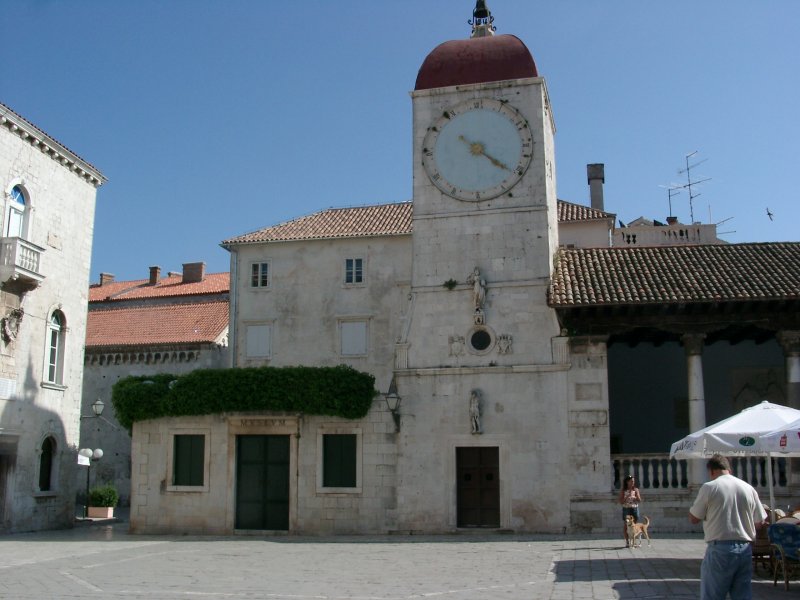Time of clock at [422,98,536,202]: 4:21
